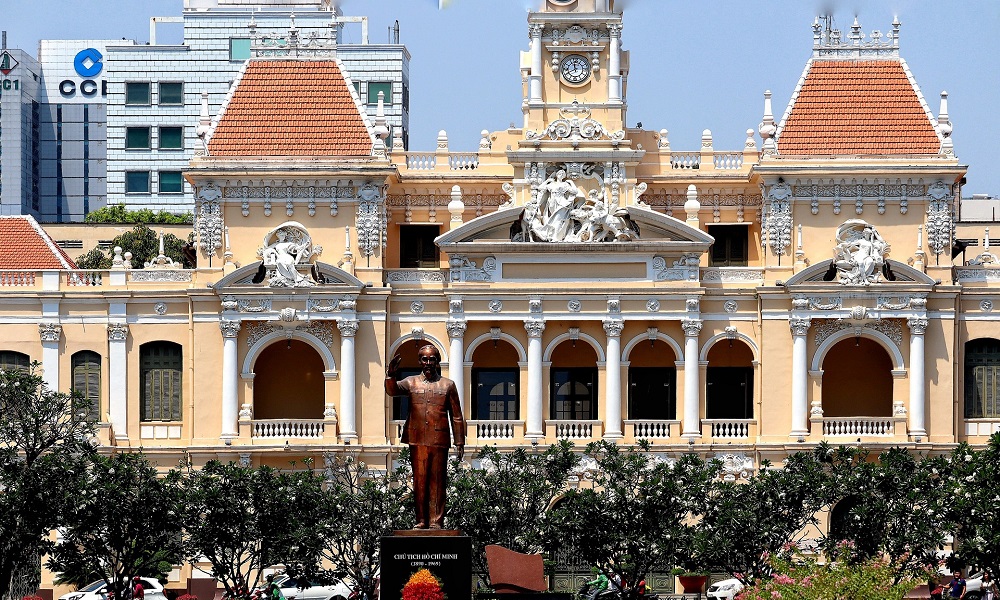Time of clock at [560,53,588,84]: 11:40
